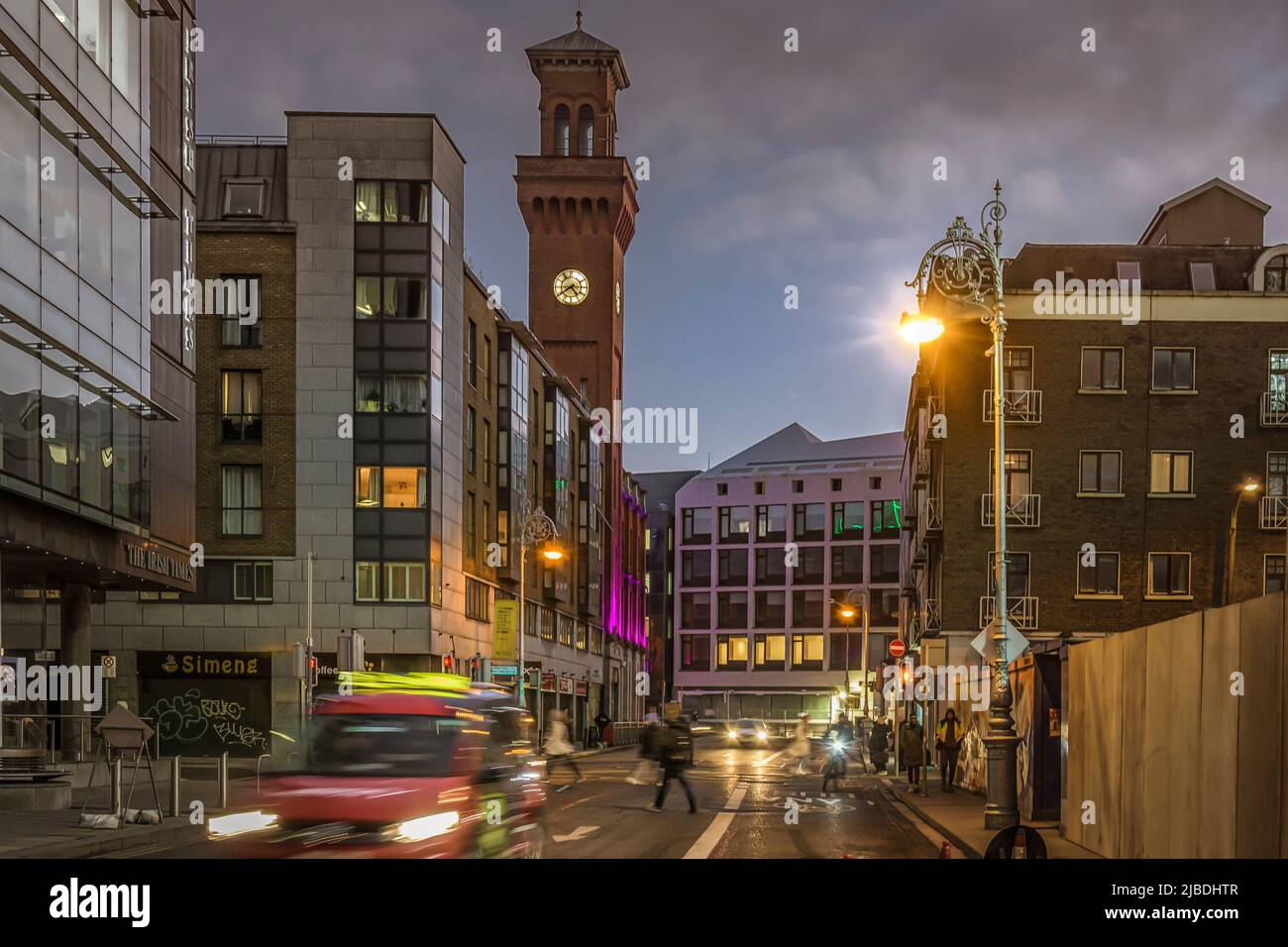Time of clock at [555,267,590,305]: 4:39
